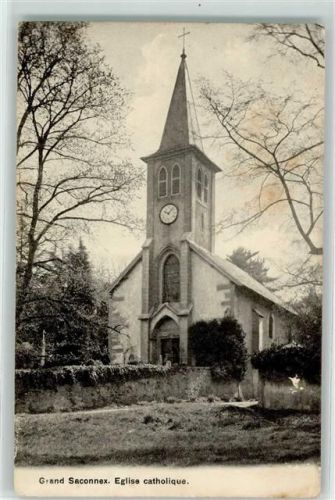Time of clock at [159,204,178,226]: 10:07
